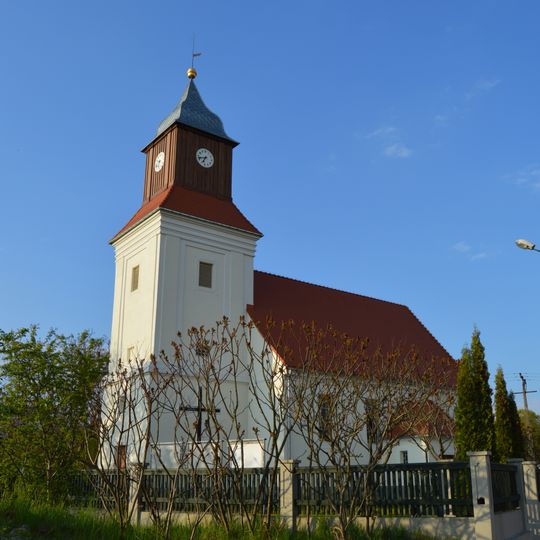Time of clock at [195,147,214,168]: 6:42
